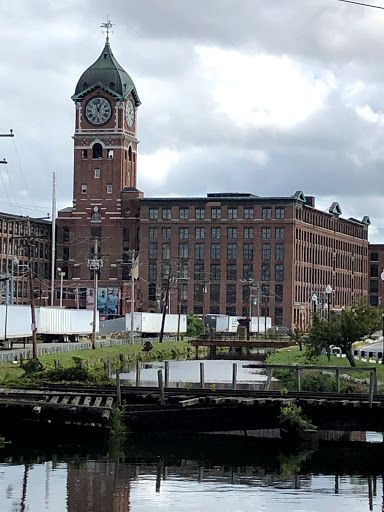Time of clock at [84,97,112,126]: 12:57
